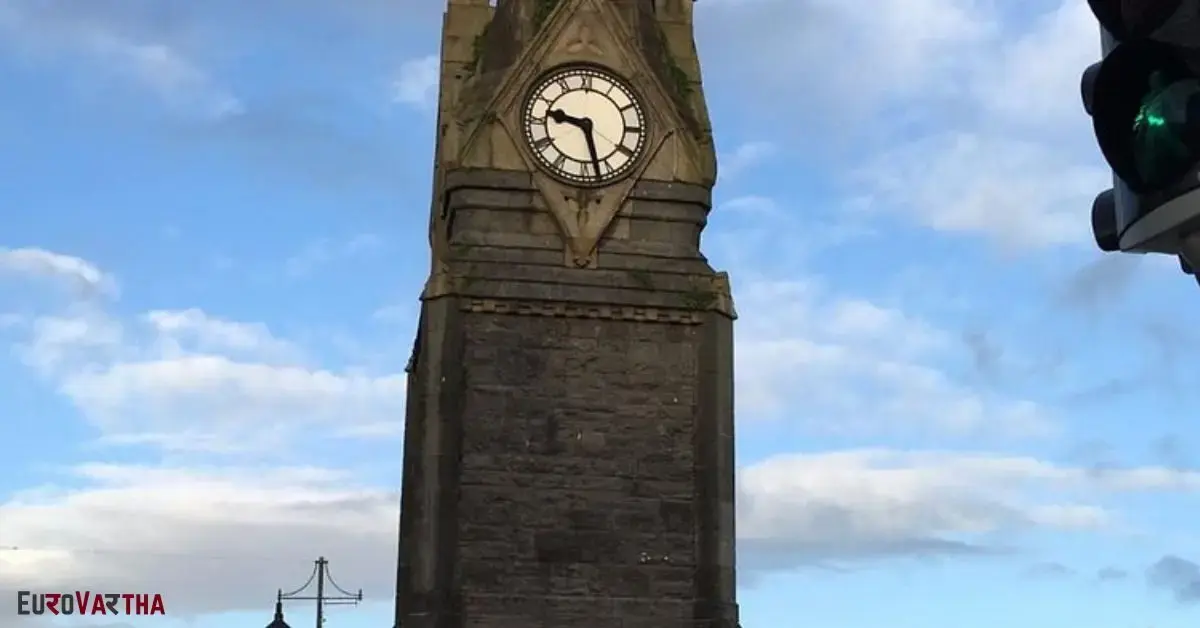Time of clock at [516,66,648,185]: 9:27
